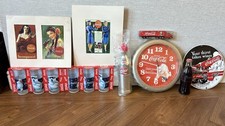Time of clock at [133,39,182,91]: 5:46
